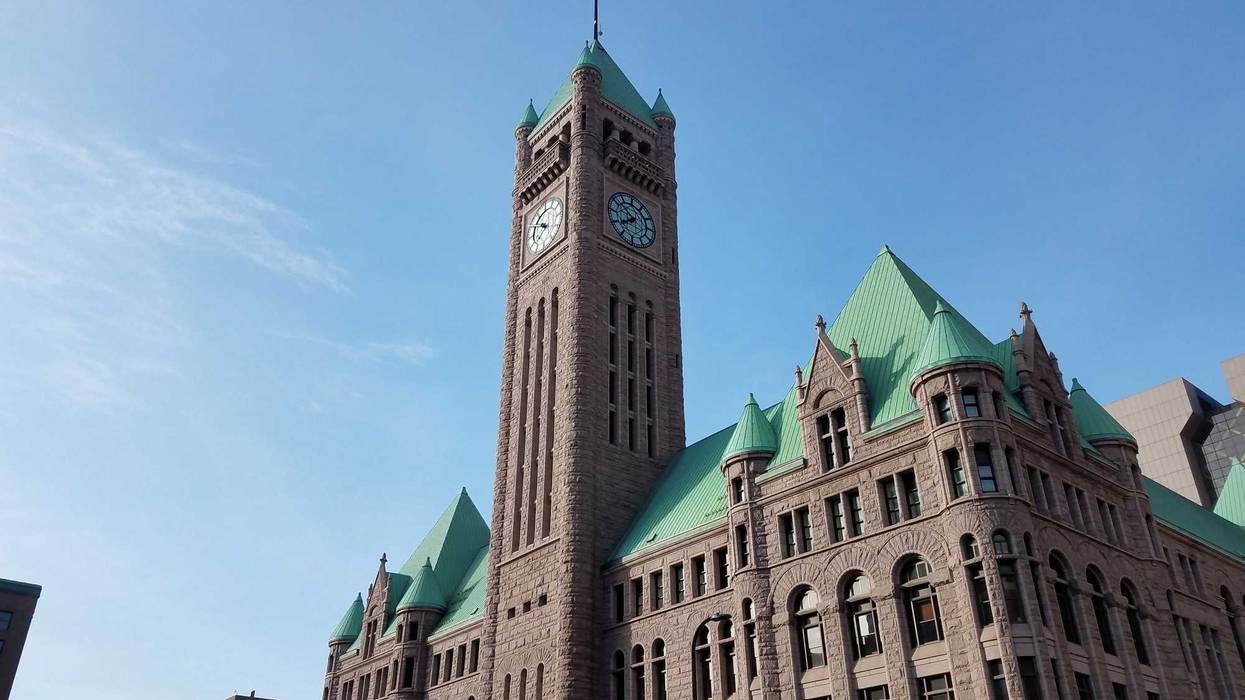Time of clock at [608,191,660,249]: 7:51
